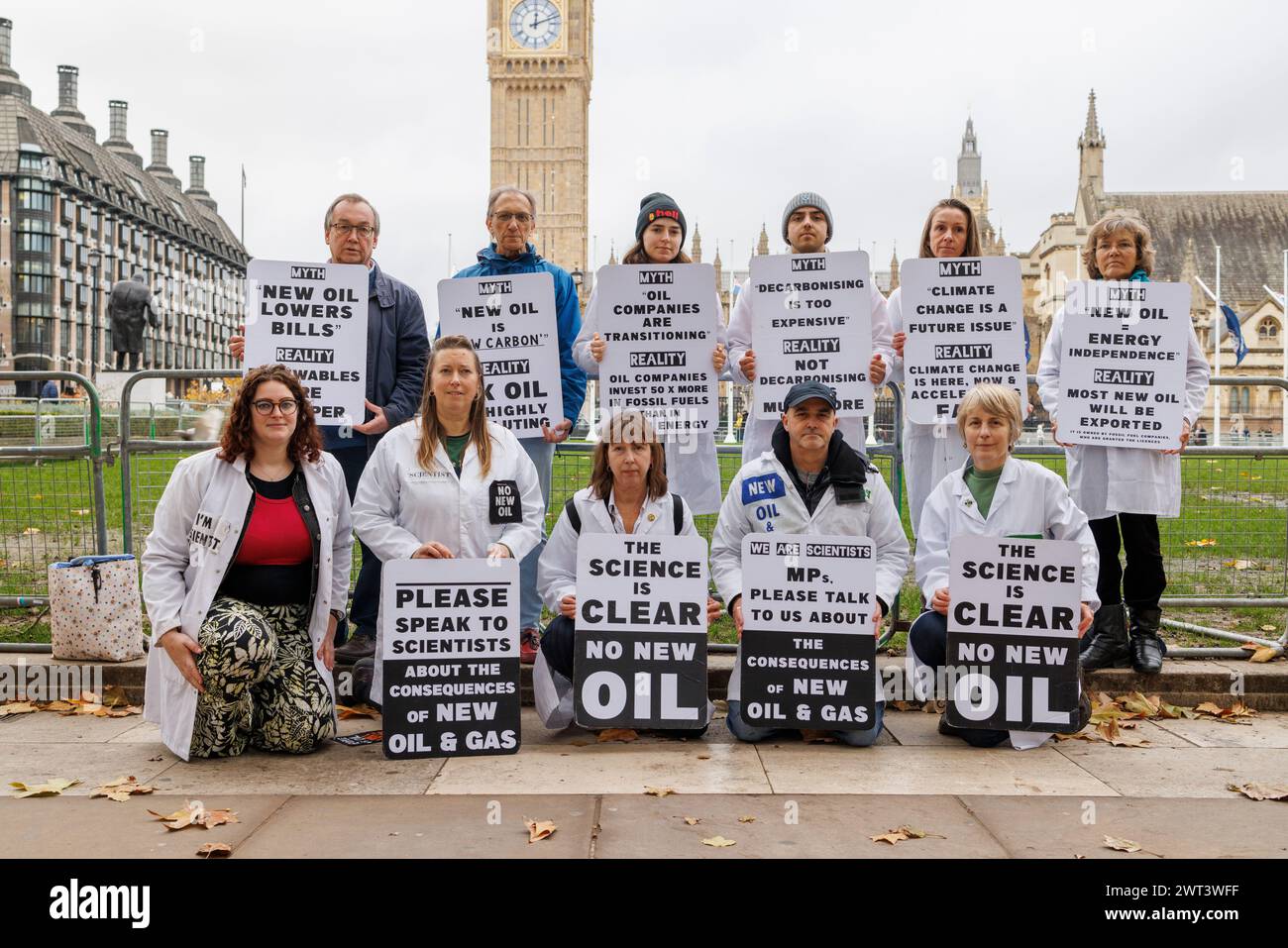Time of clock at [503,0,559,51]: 12:11
